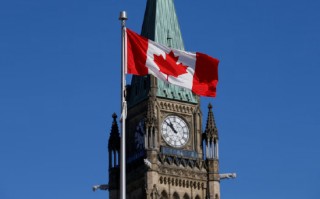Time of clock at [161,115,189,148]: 10:51
